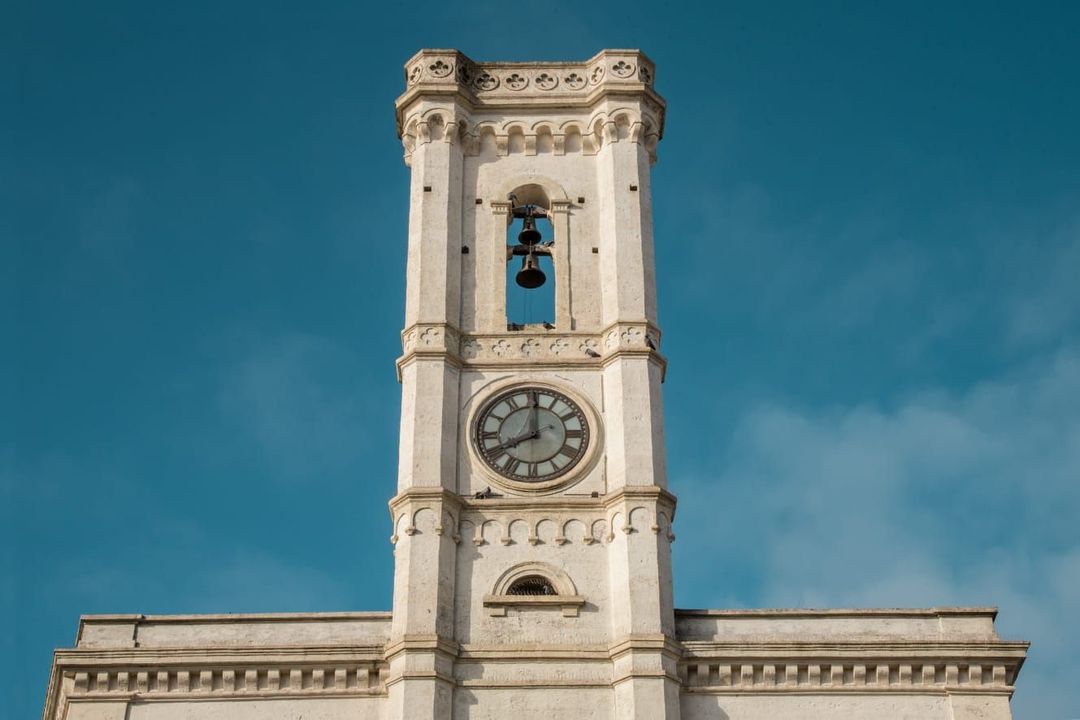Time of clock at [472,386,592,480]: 8:00
